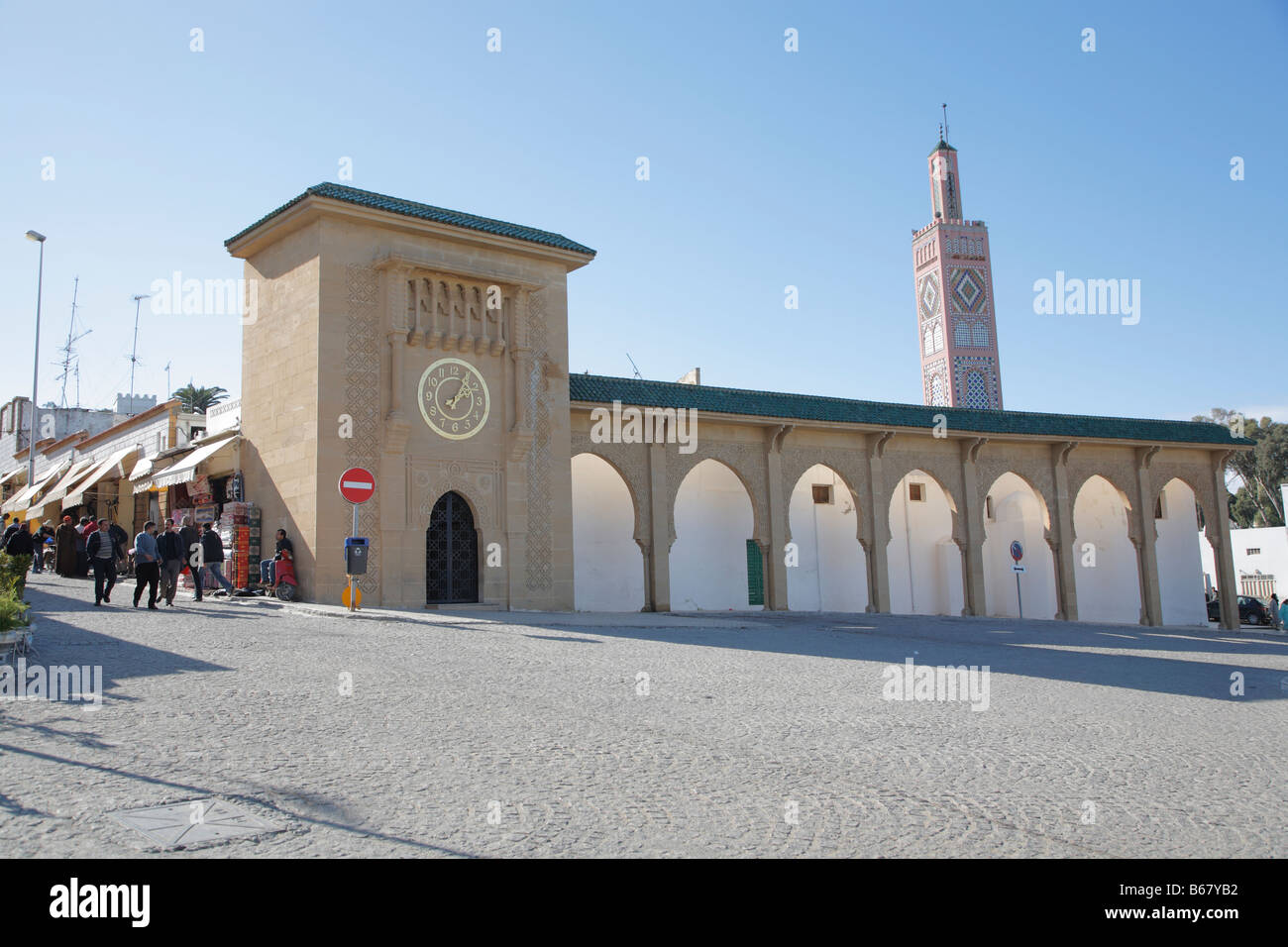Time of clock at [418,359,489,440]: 2:06
